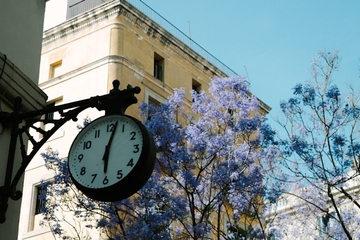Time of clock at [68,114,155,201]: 6:02
